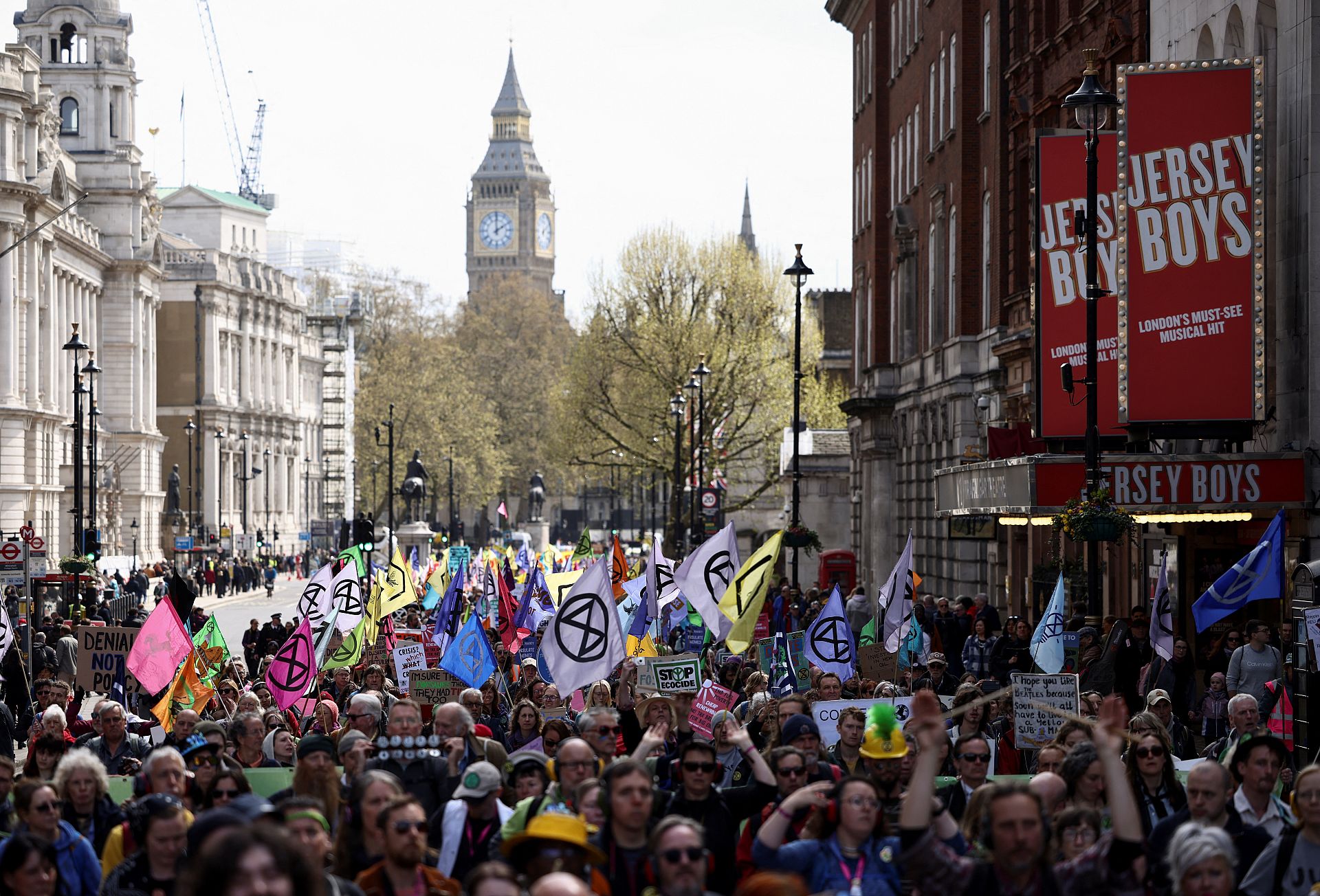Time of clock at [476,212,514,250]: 1:59
